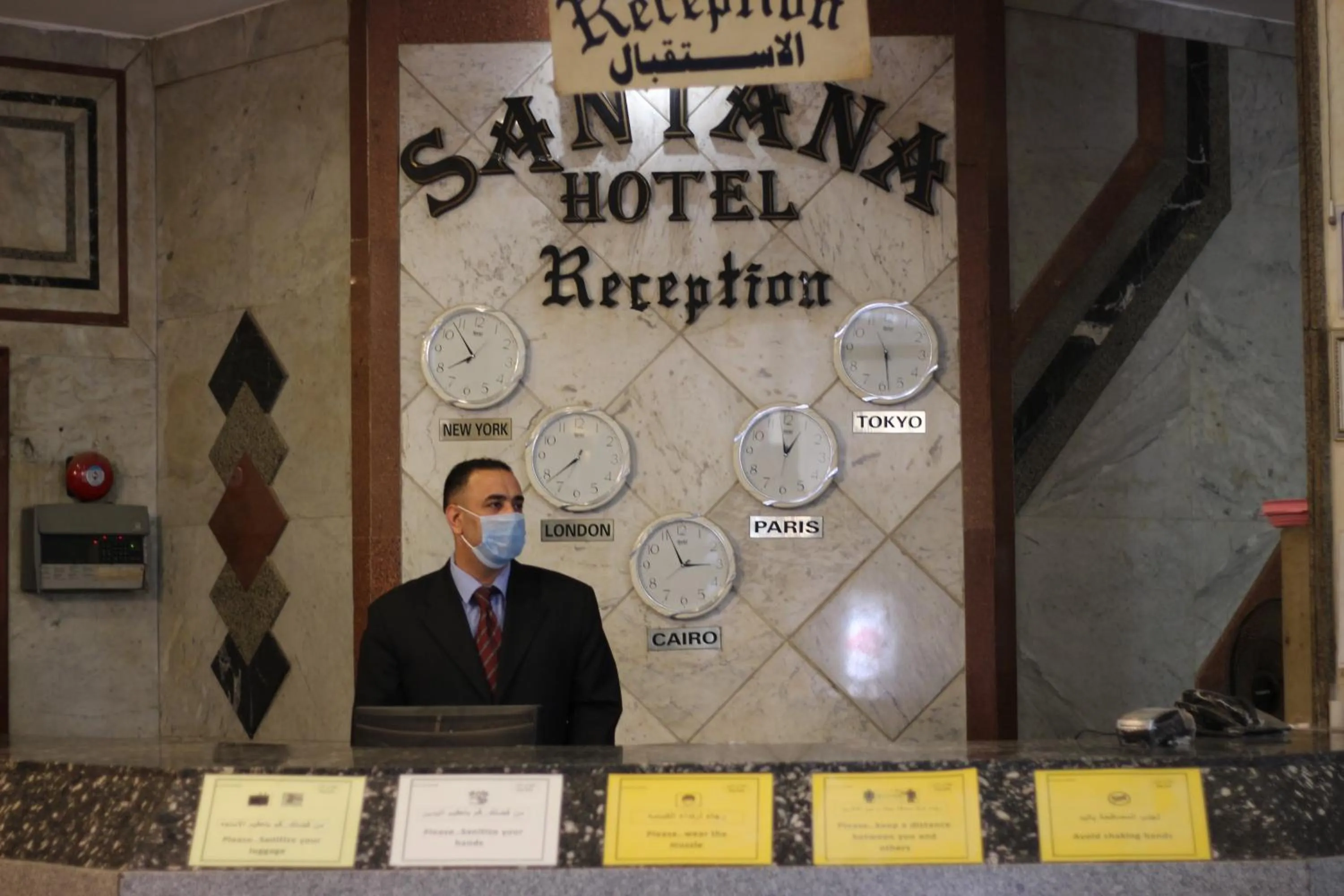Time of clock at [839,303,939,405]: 11:28
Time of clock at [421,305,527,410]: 7:53
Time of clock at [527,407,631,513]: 7:38
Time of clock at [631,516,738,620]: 2:56
